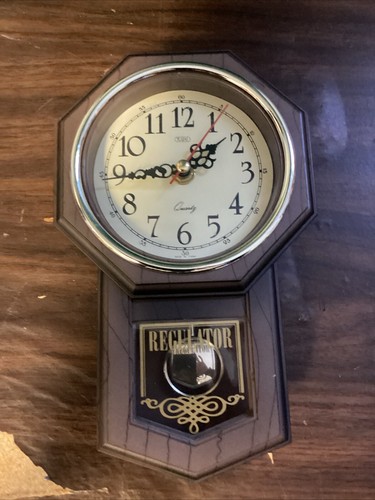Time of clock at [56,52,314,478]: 1:44
